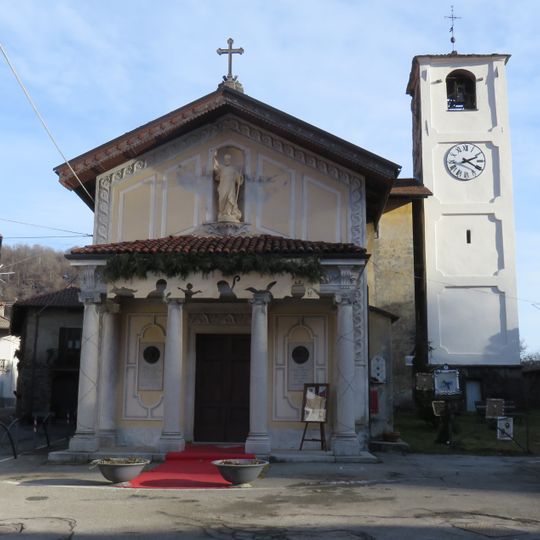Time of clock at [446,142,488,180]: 2:20
